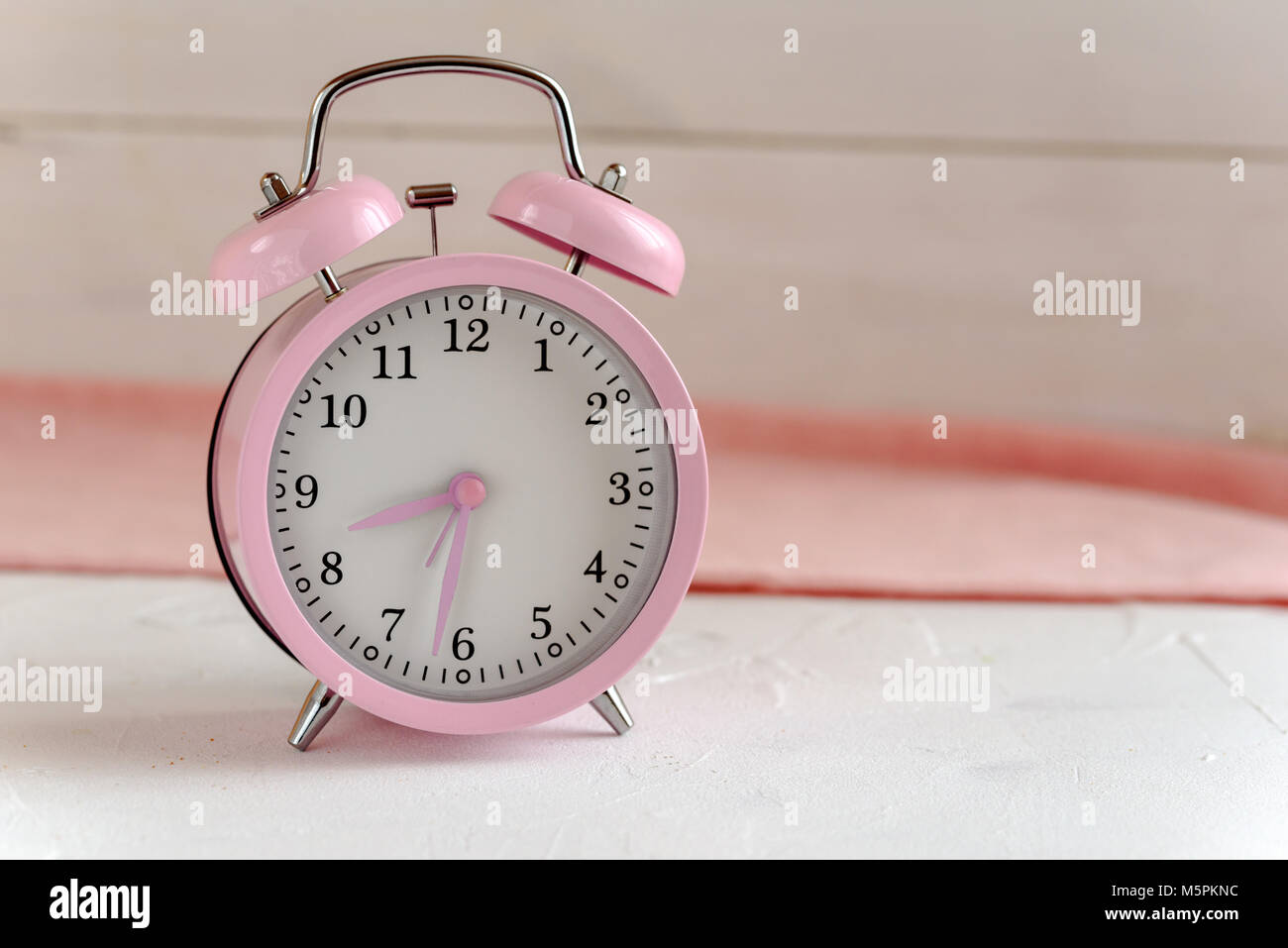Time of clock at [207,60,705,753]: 8:31
